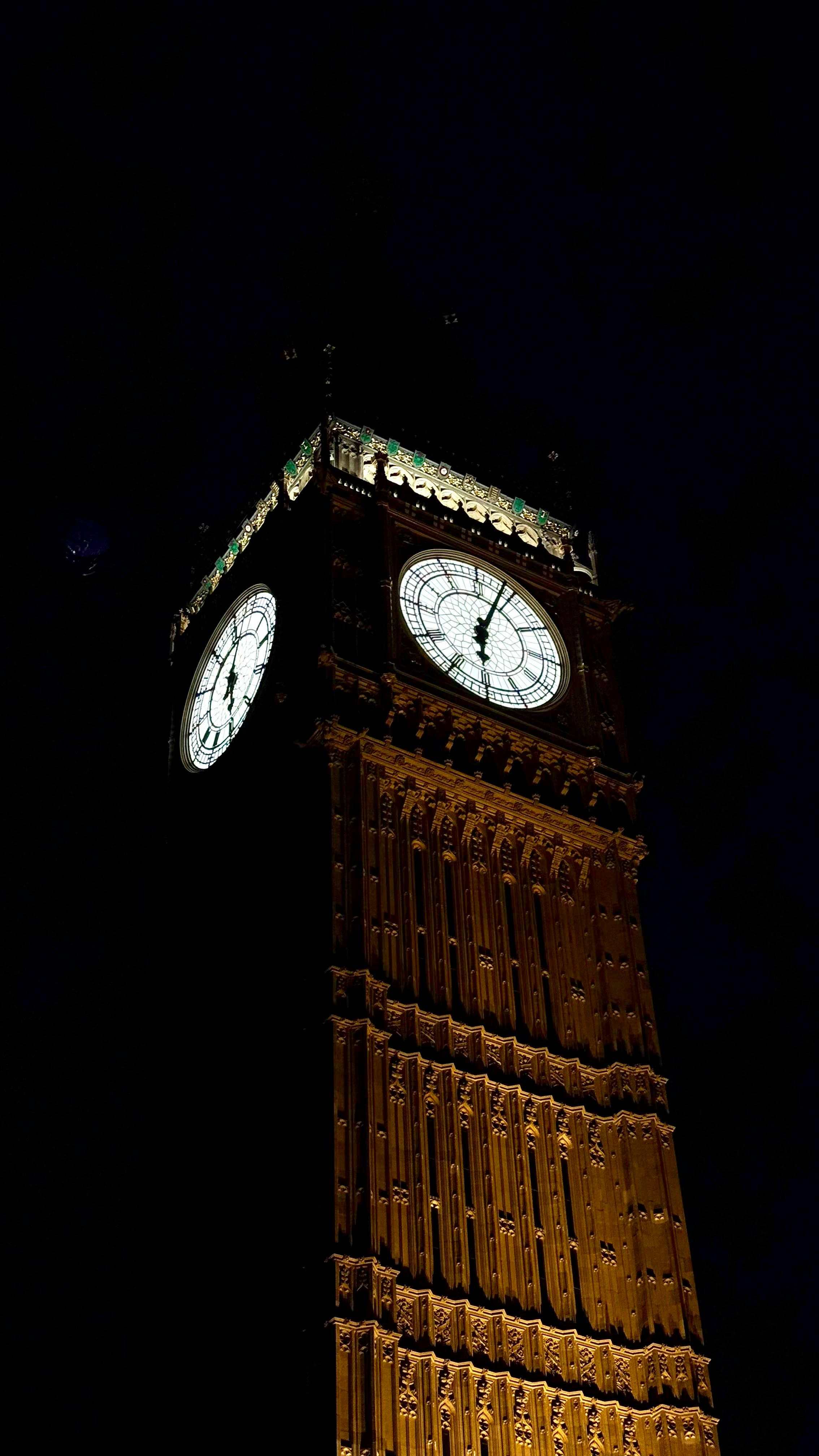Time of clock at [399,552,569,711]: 6:03
